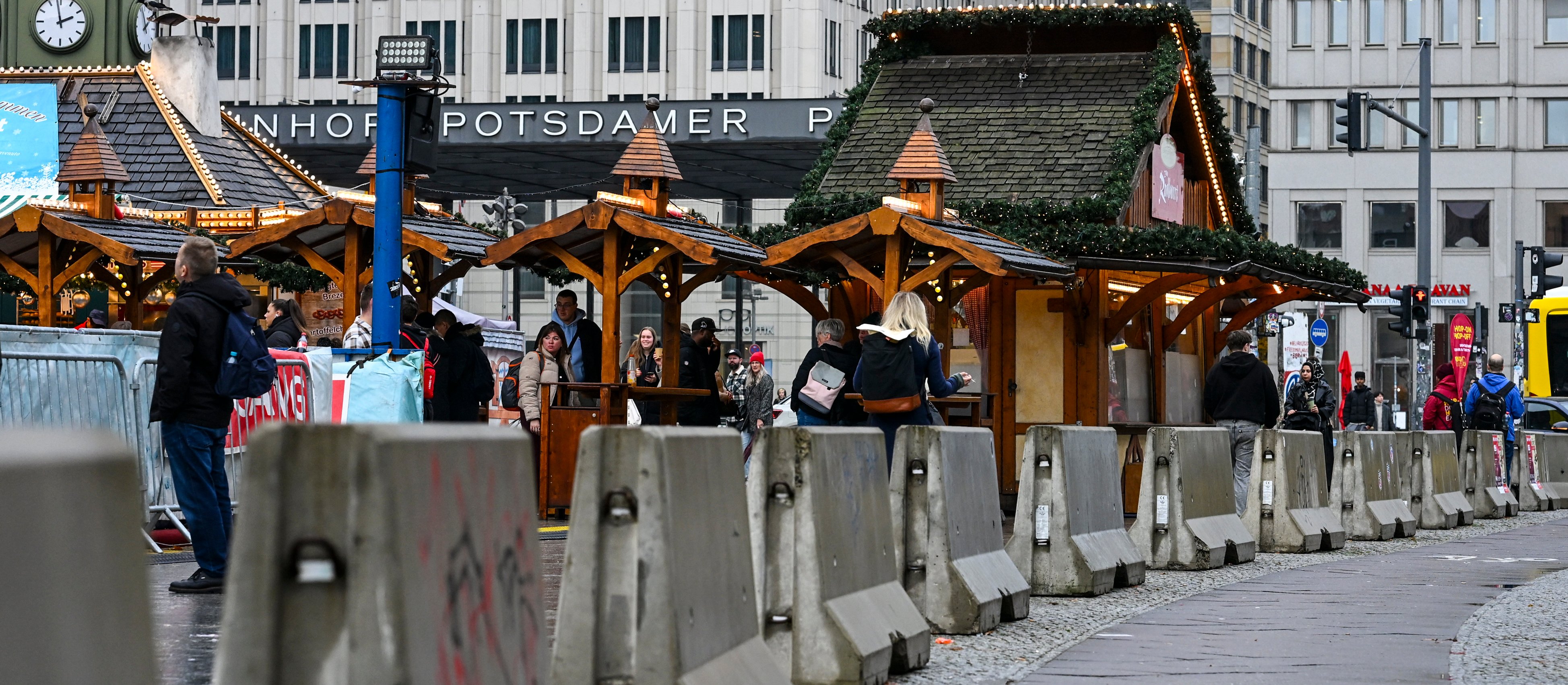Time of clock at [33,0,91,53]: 1:58
